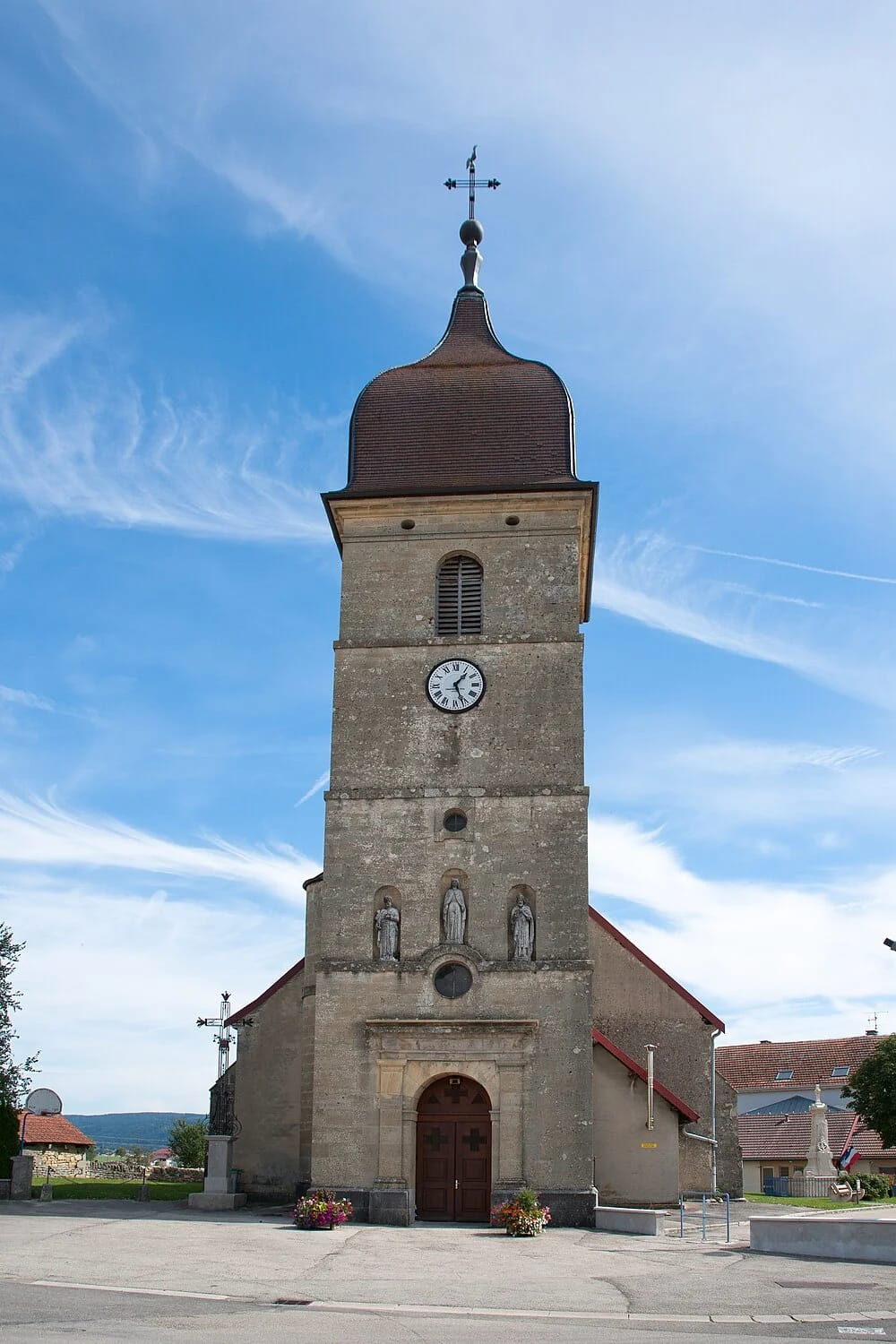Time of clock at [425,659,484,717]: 1:26
